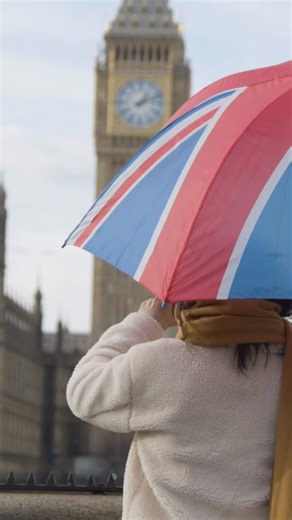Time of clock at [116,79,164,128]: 1:11
